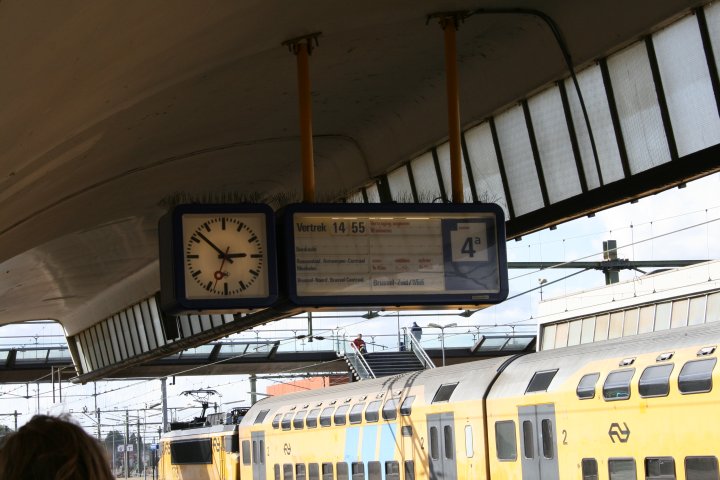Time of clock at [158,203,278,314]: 2:52
